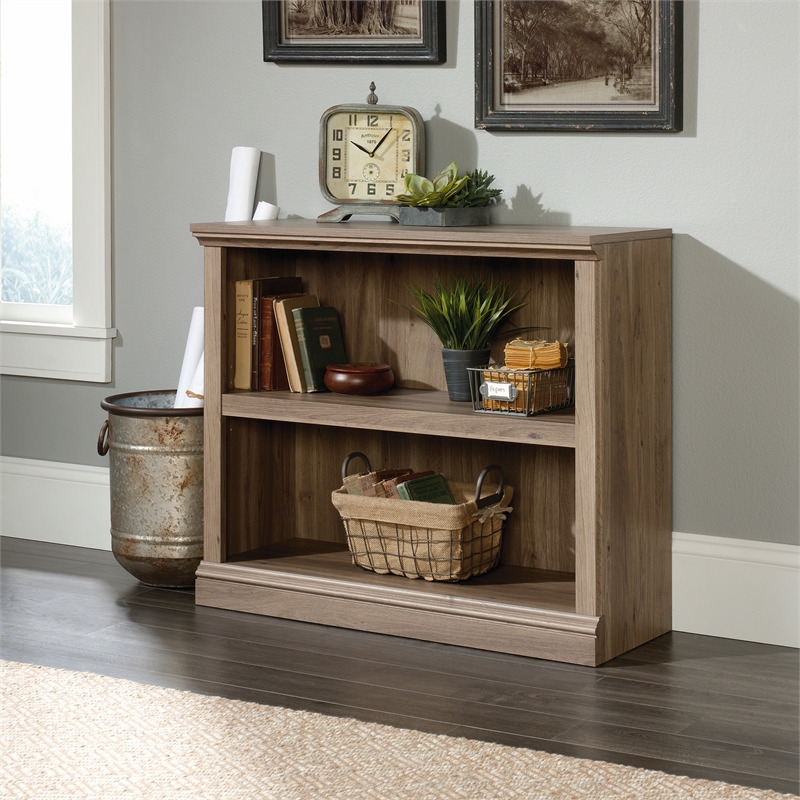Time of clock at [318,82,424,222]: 10:06
